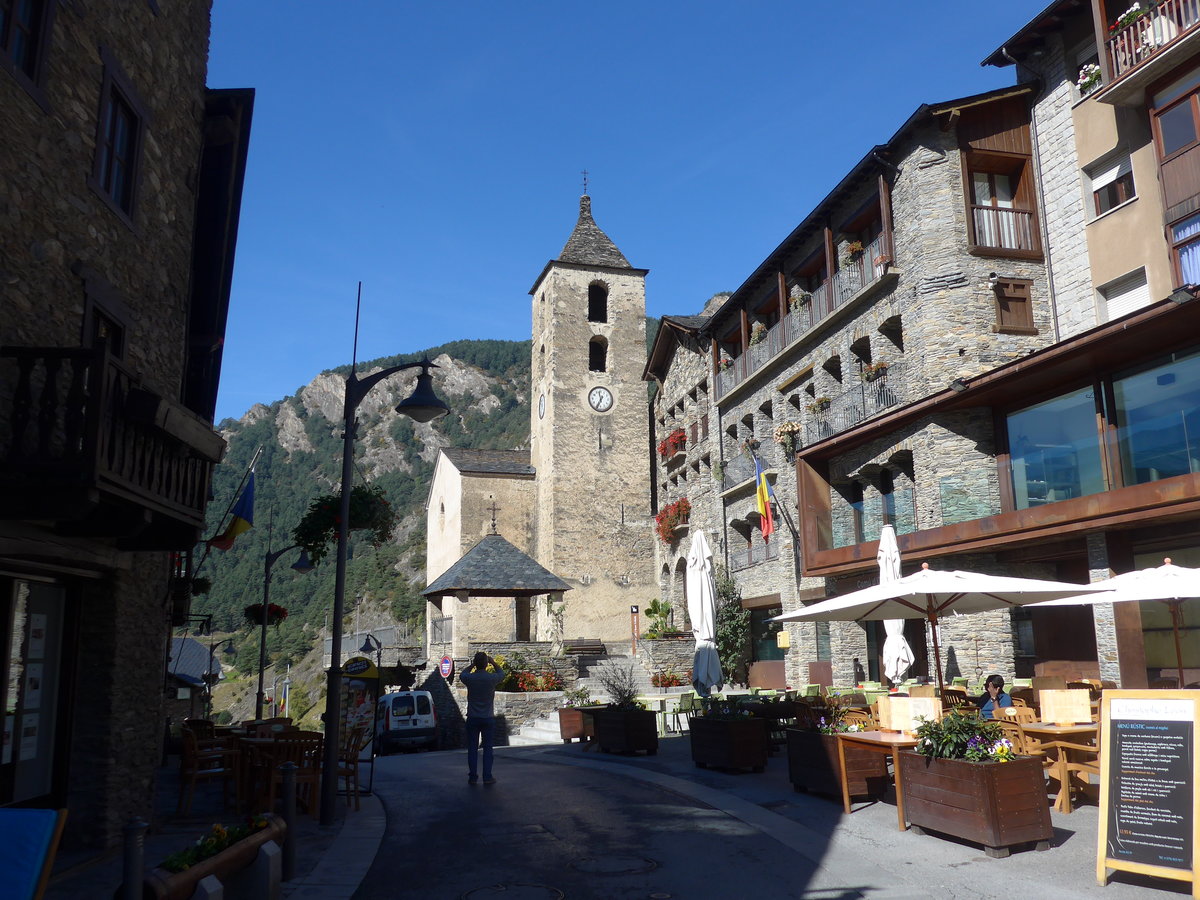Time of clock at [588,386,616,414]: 11:34
